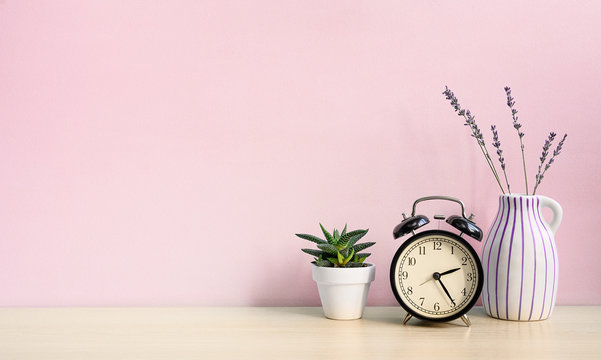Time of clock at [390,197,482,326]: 2:24
